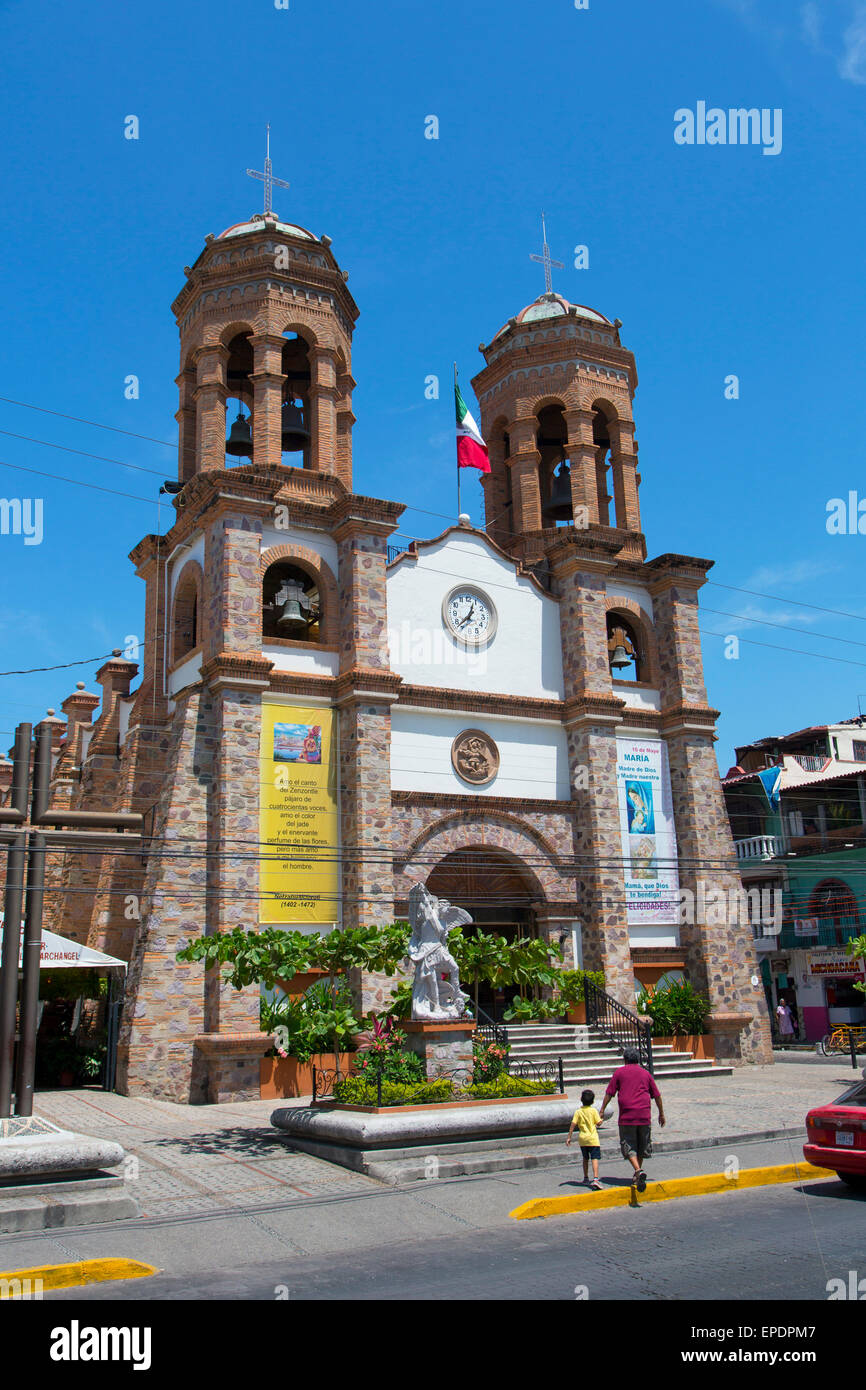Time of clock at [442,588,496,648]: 12:37
